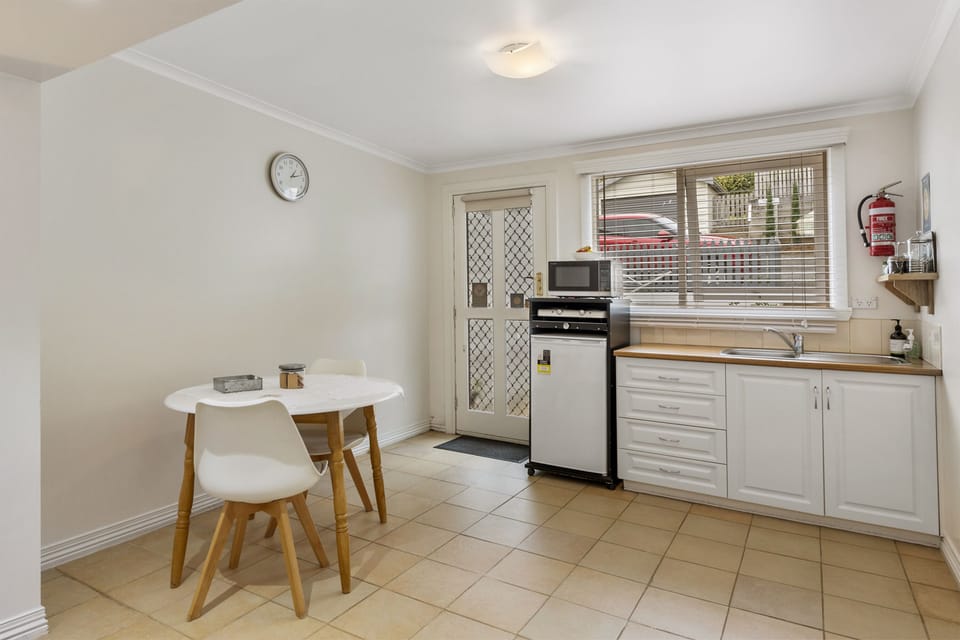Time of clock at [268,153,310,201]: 1:12
